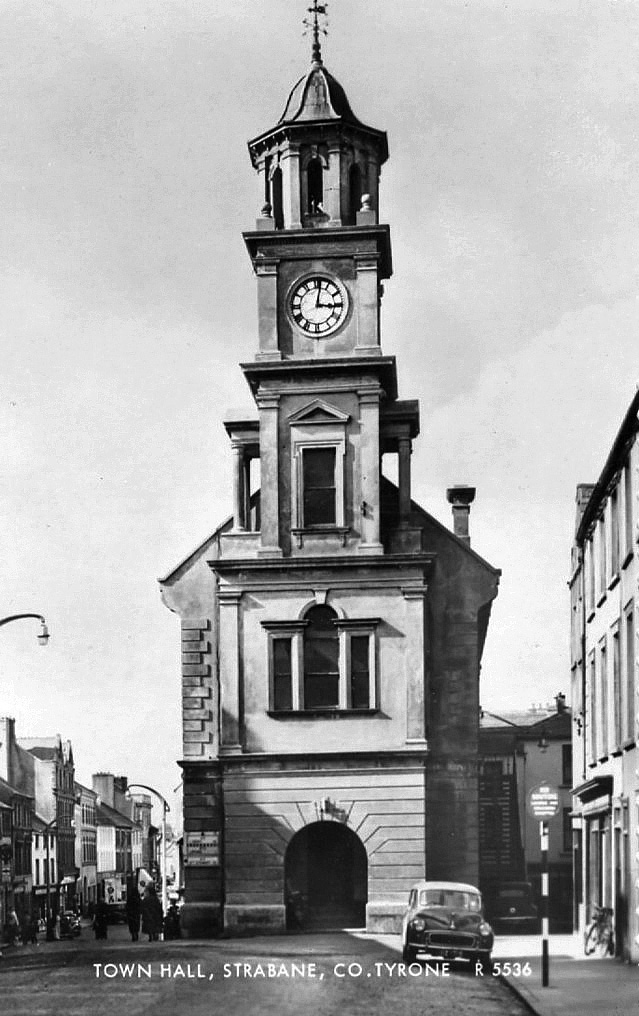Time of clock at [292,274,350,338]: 3:01
